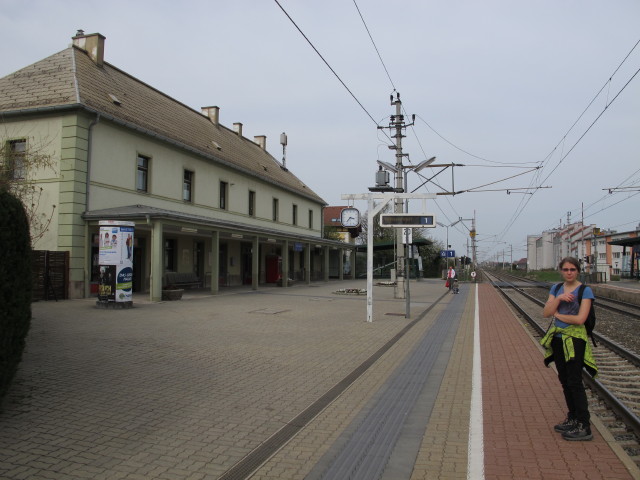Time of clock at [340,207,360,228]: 3:36
